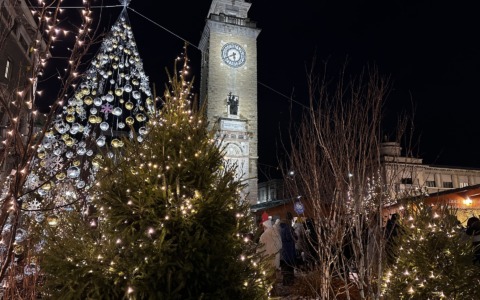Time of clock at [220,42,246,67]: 5:40
